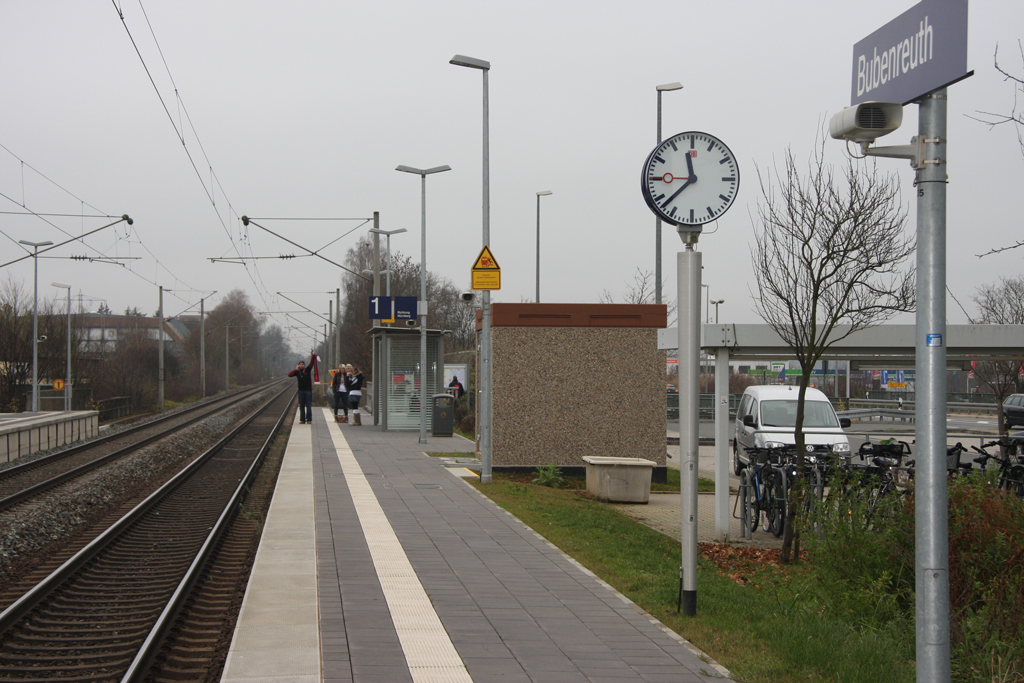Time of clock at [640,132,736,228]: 11:37
